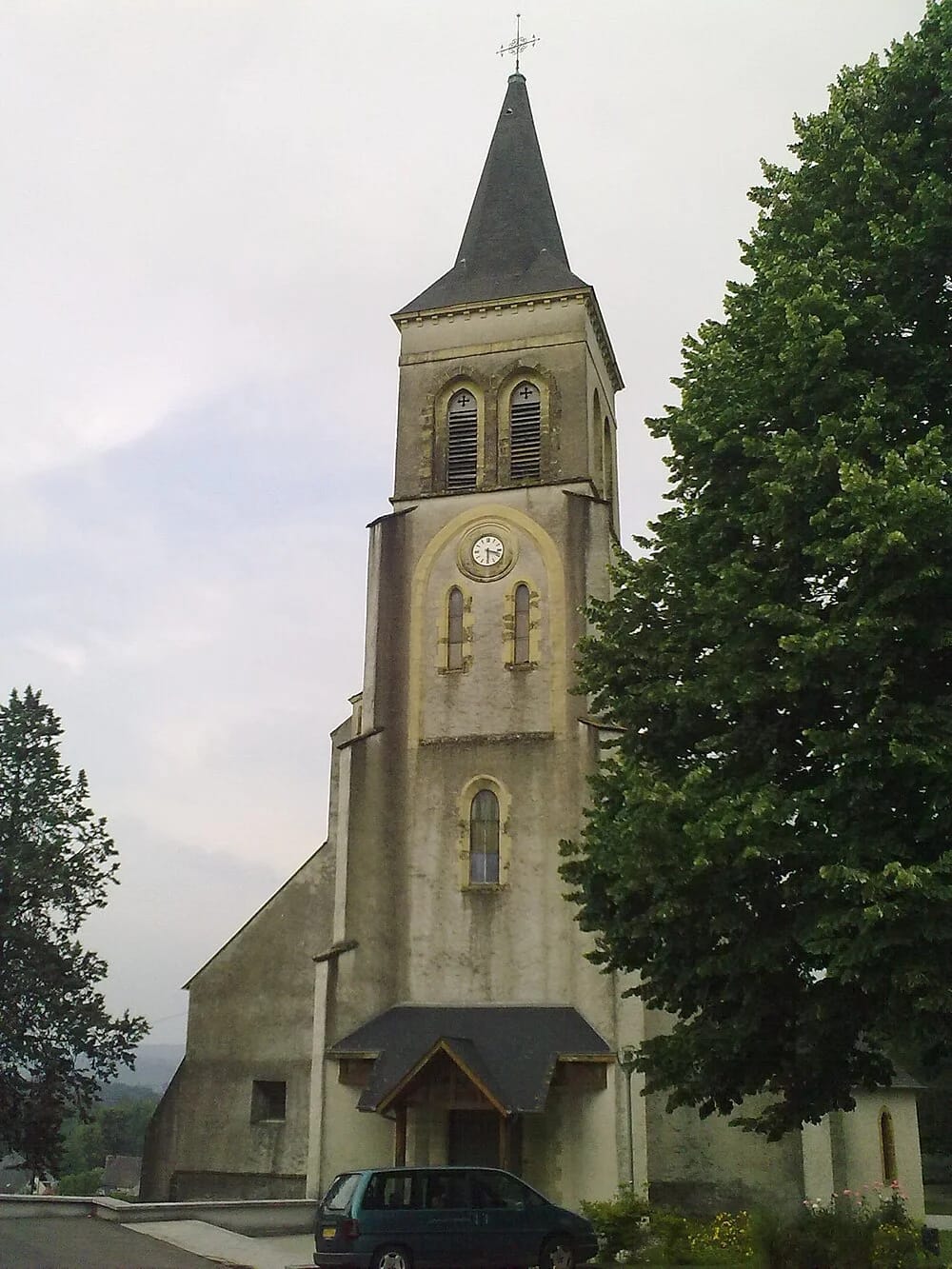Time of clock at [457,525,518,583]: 3:29
